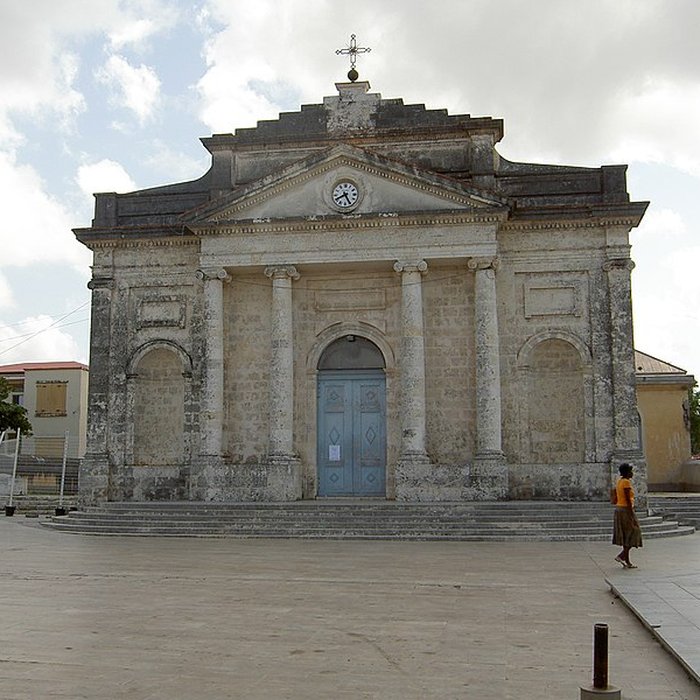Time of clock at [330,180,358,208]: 8:25
